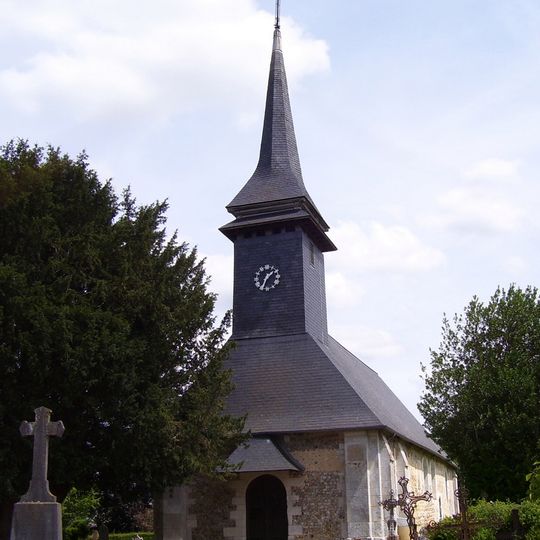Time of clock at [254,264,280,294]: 1:33
